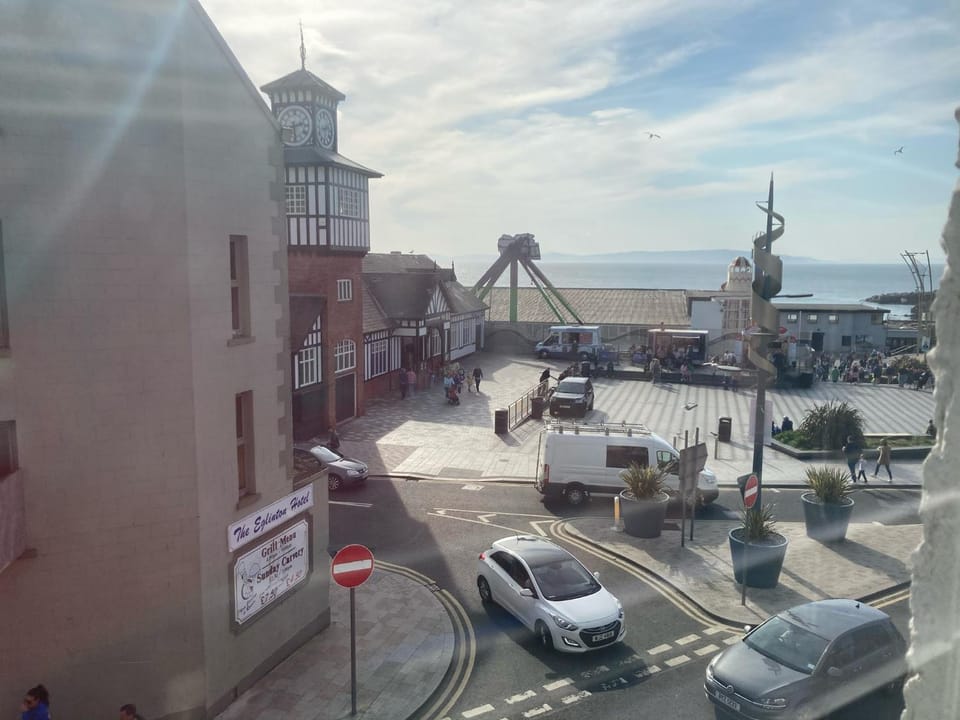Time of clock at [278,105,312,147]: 2:29
